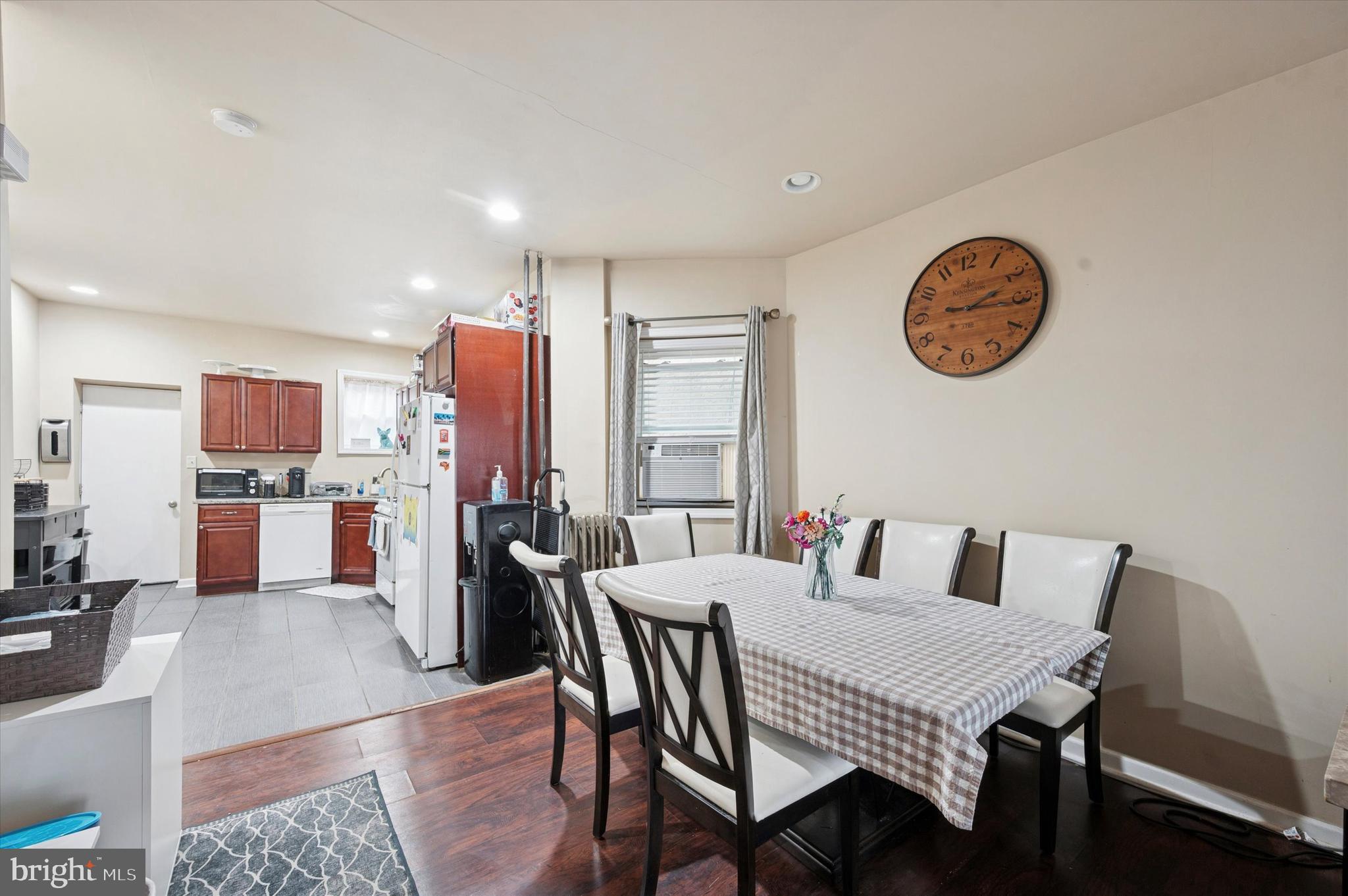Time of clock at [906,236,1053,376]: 2:15
